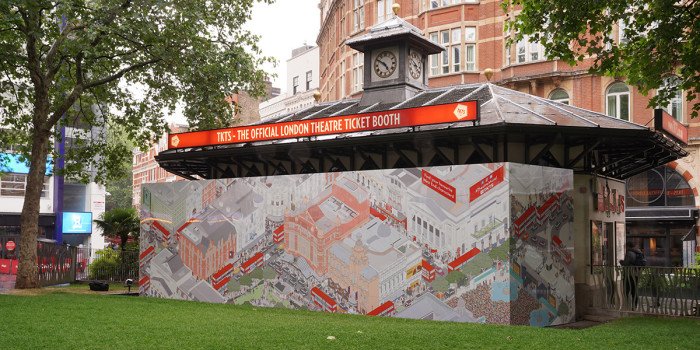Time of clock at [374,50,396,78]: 4:50
